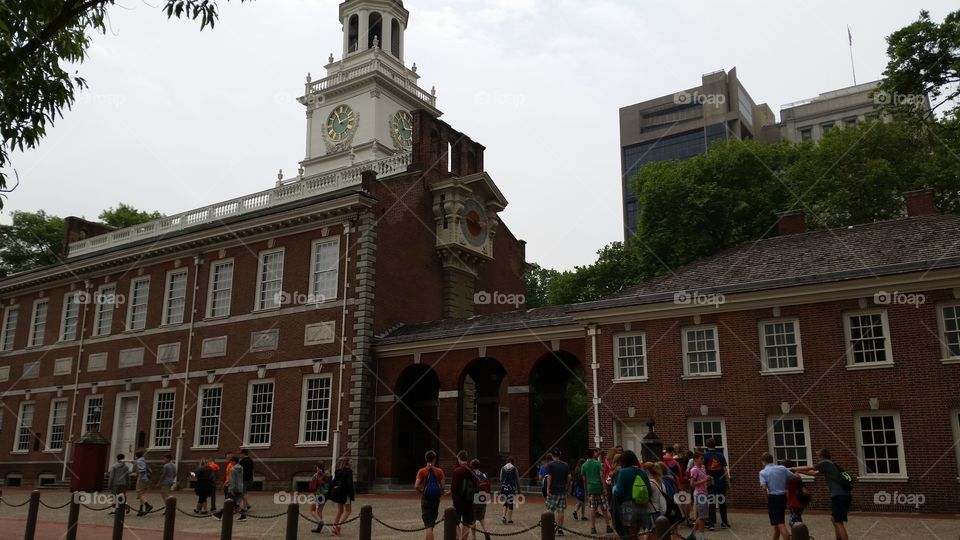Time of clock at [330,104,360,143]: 11:11
